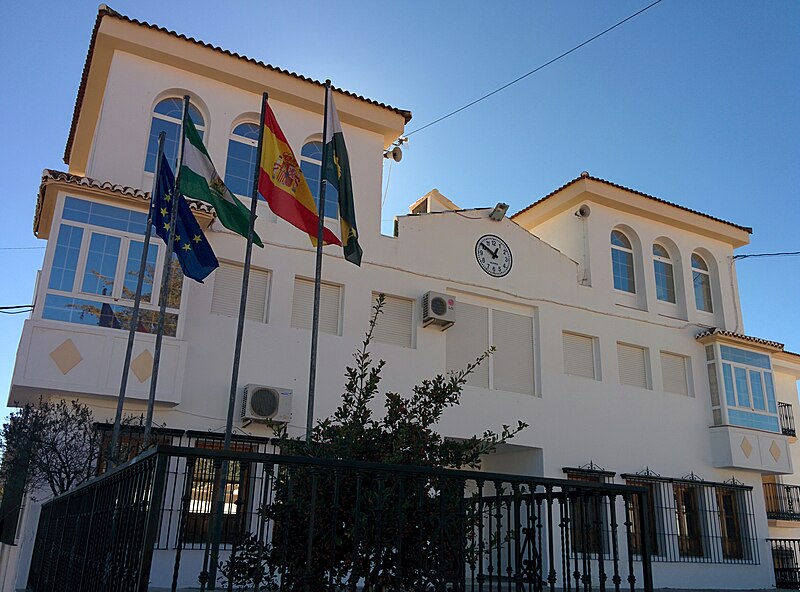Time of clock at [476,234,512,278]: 12:50
